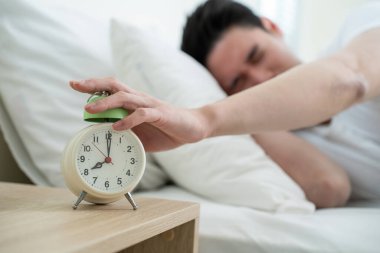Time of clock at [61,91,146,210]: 8:00
